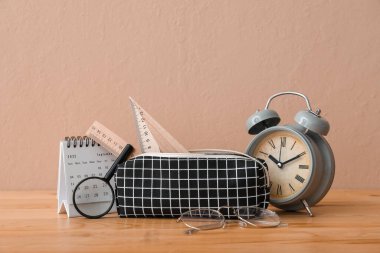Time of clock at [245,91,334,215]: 10:10
